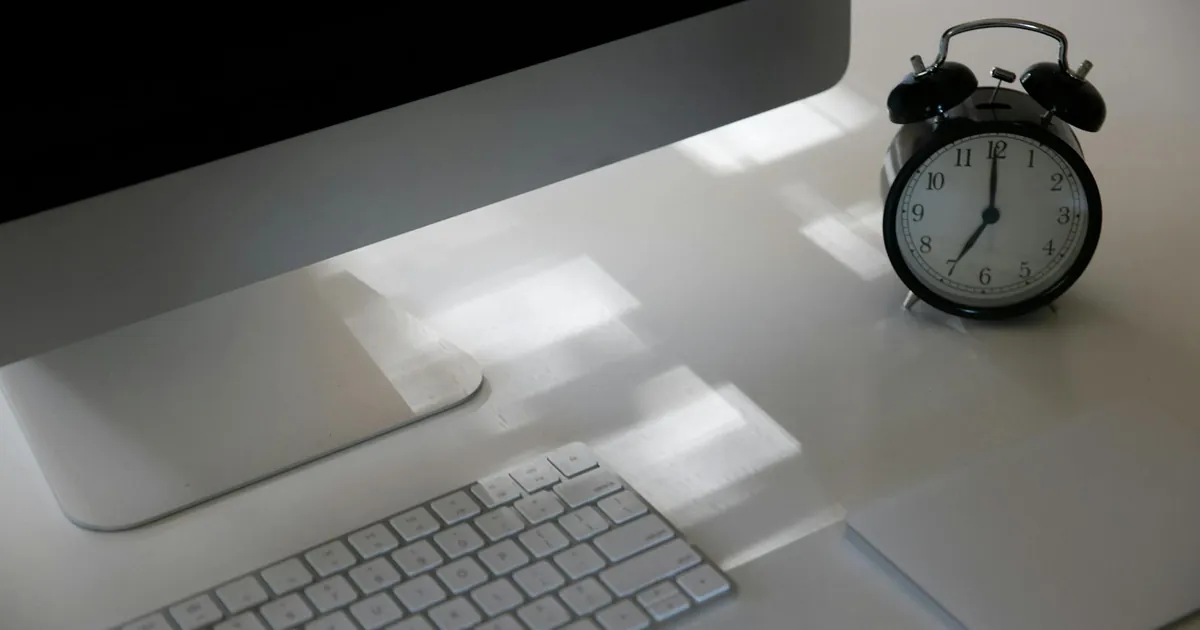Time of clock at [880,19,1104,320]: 7:00
